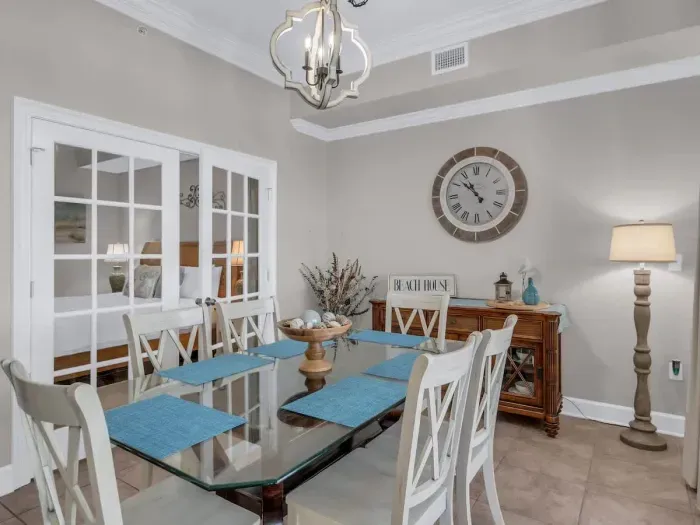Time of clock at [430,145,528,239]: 10:51
